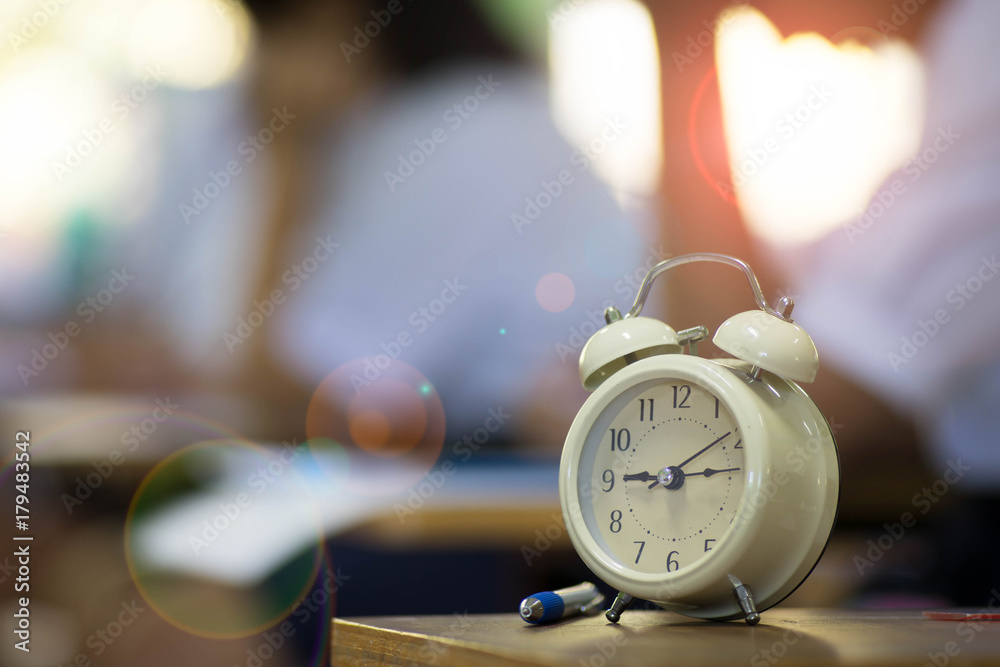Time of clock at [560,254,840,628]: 9:09
